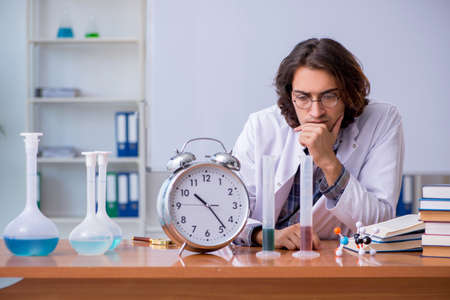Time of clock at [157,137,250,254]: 10:23
